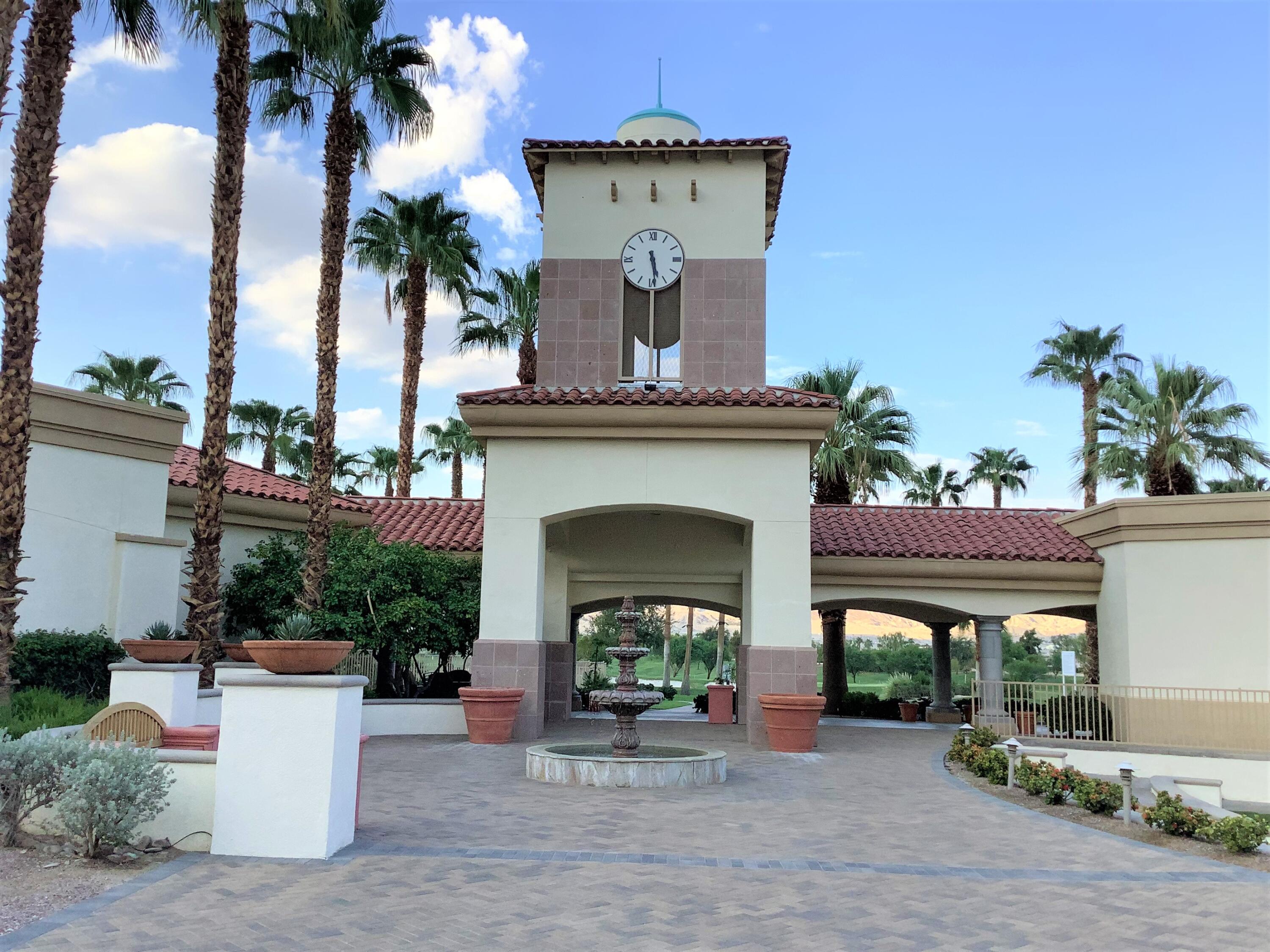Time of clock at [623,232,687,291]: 5:28
